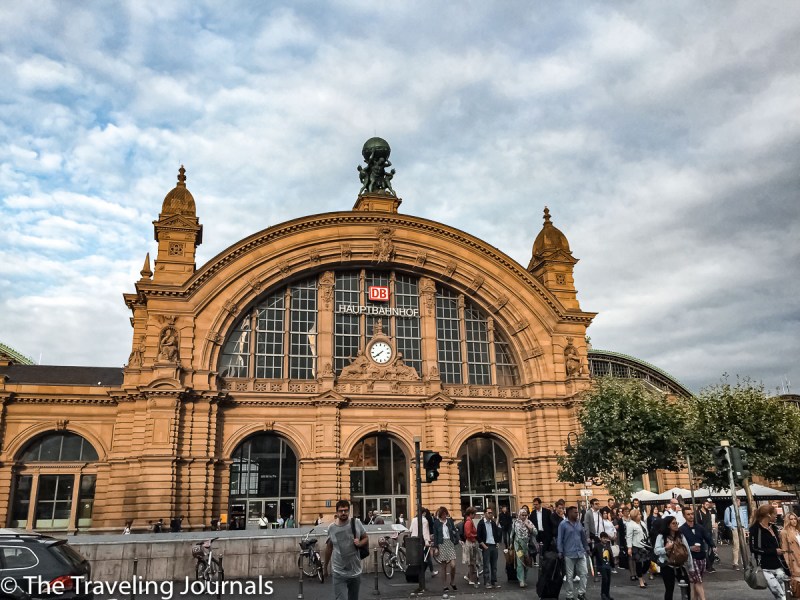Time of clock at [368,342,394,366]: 7:39
